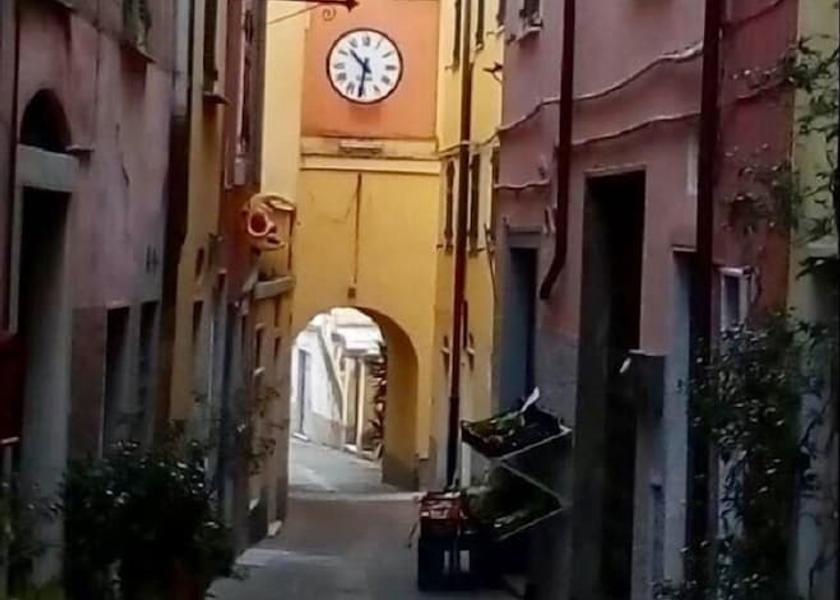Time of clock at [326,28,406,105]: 10:31
